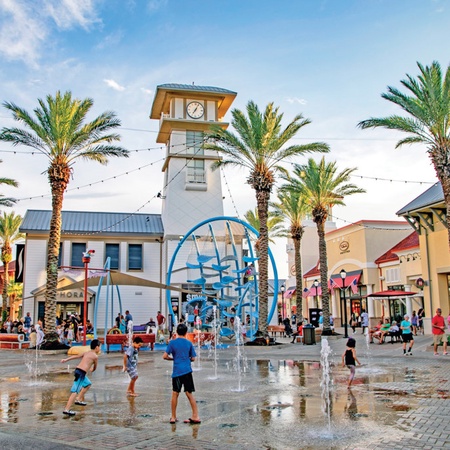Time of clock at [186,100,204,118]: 7:04
